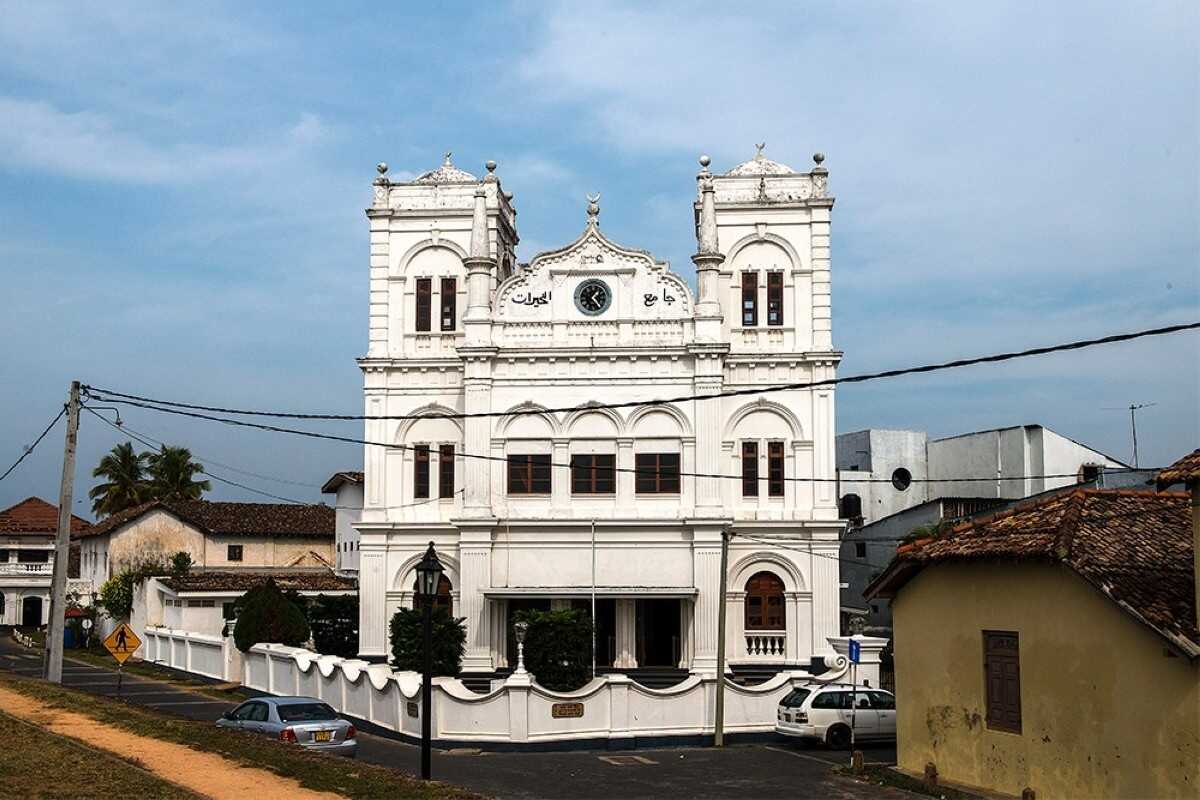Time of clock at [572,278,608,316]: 1:23
